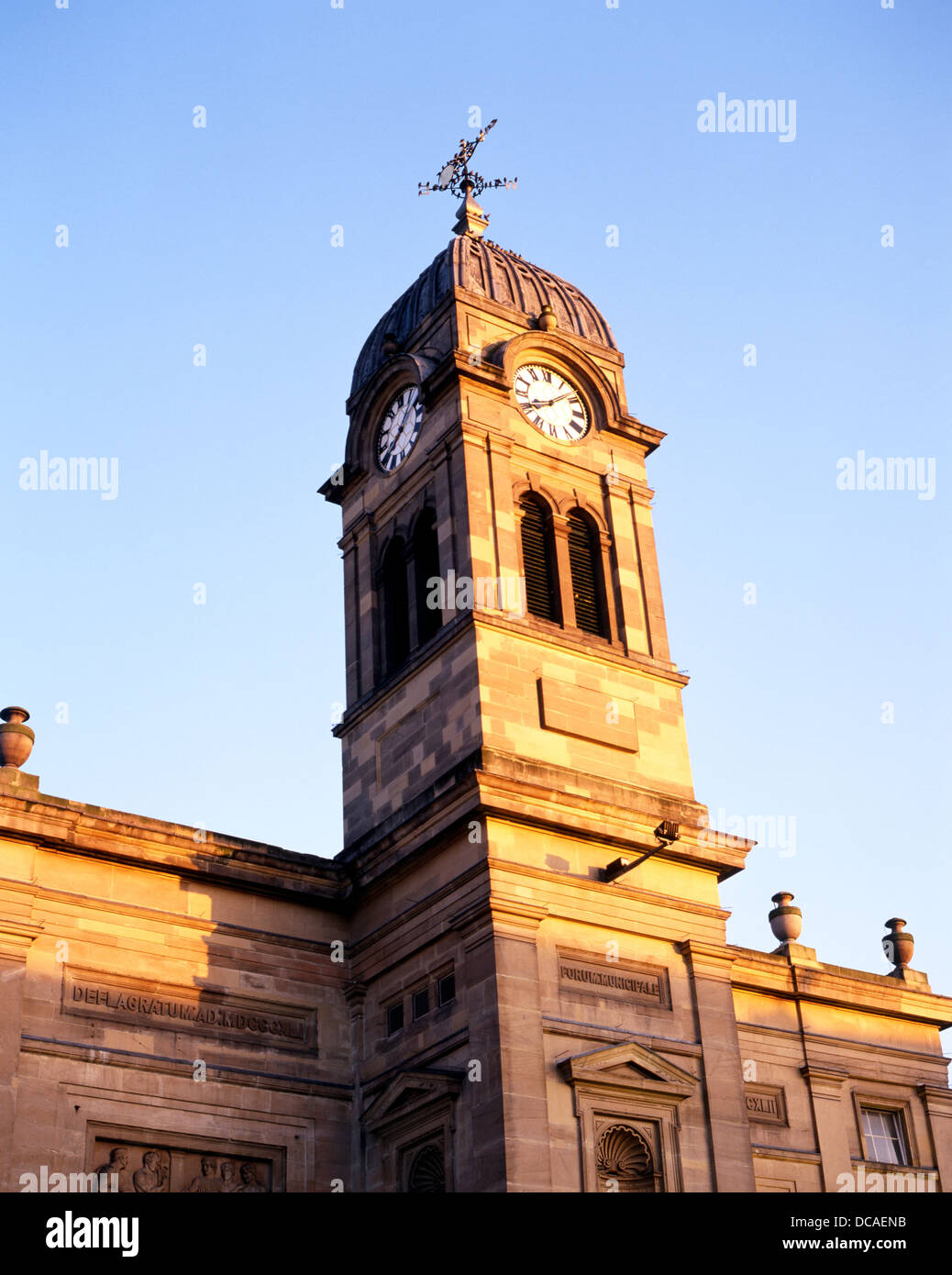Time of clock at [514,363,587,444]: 8:08
